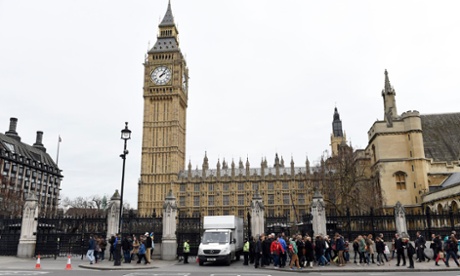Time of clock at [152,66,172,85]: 2:06
